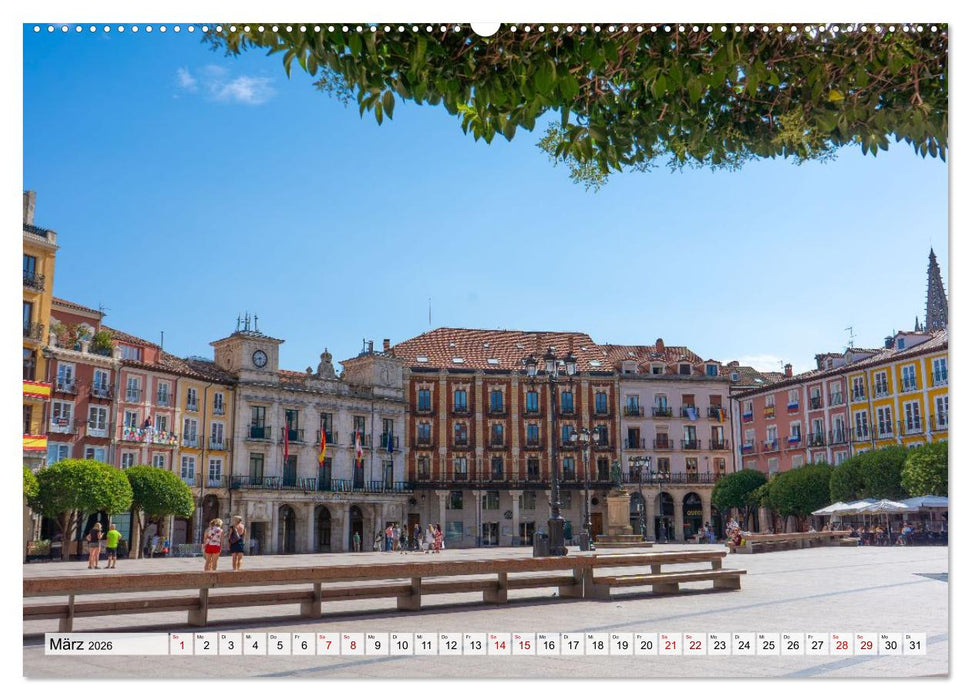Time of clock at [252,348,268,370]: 5:42
